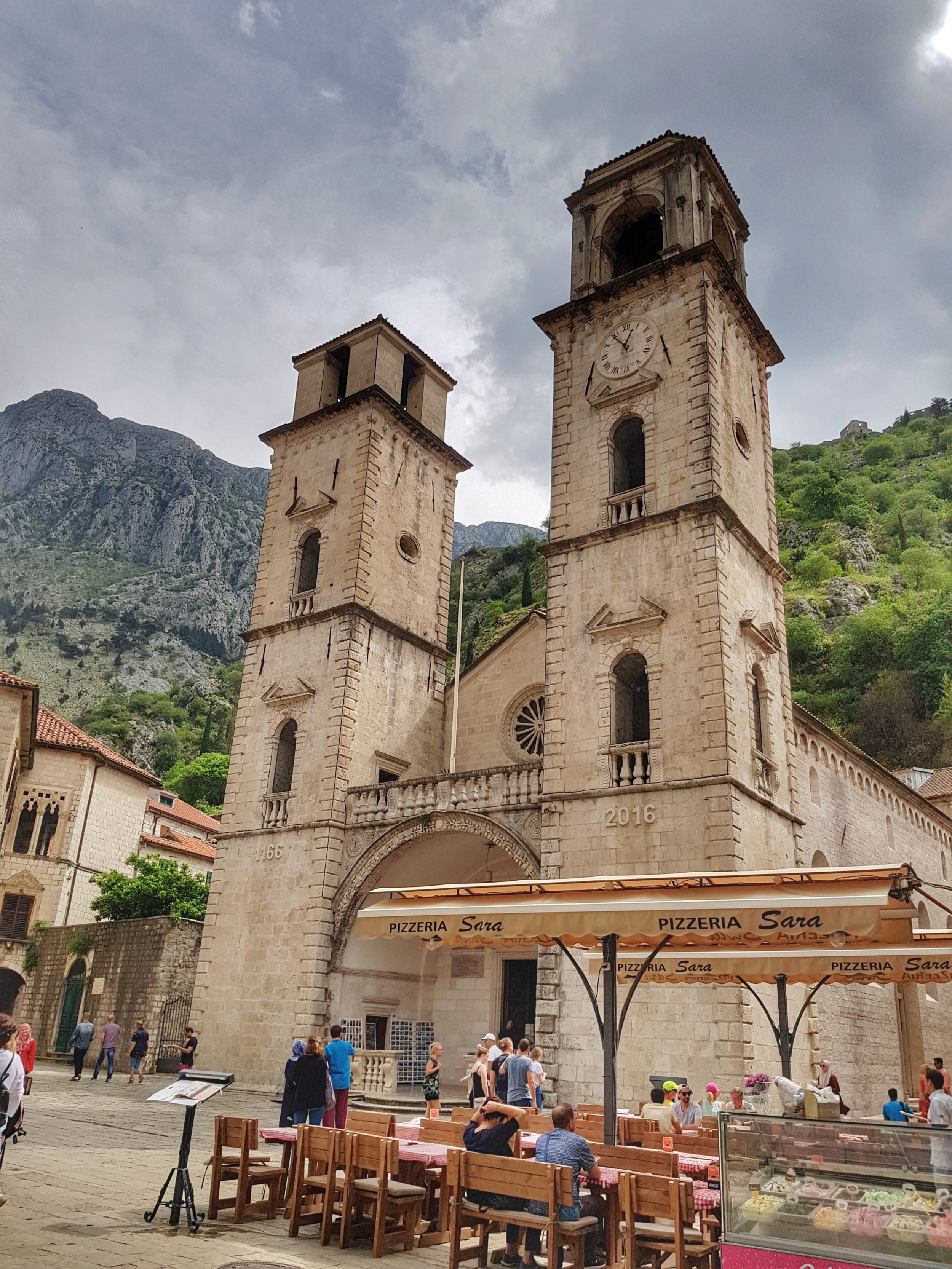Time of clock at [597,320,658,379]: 12:53
